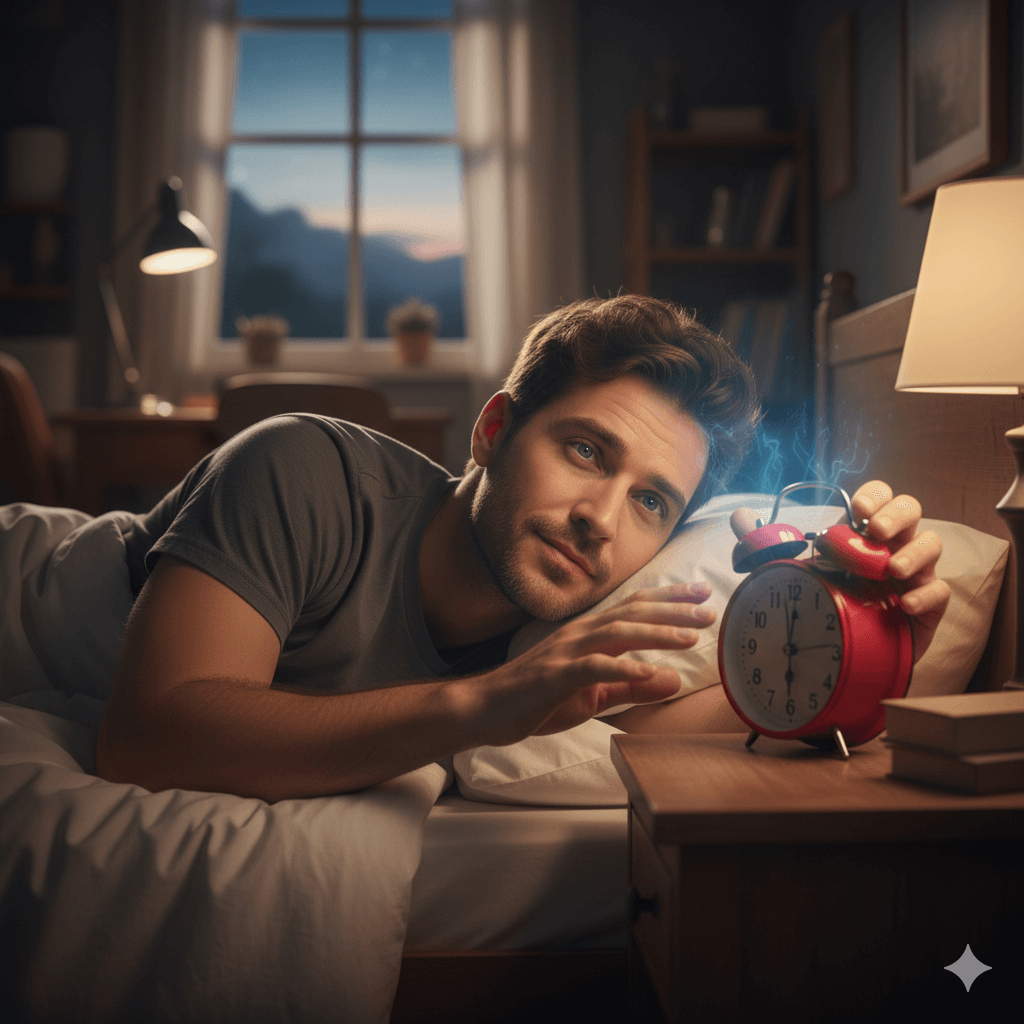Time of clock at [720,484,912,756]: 6:00
